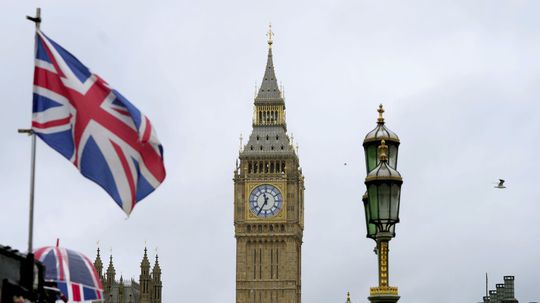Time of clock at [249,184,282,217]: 11:35
